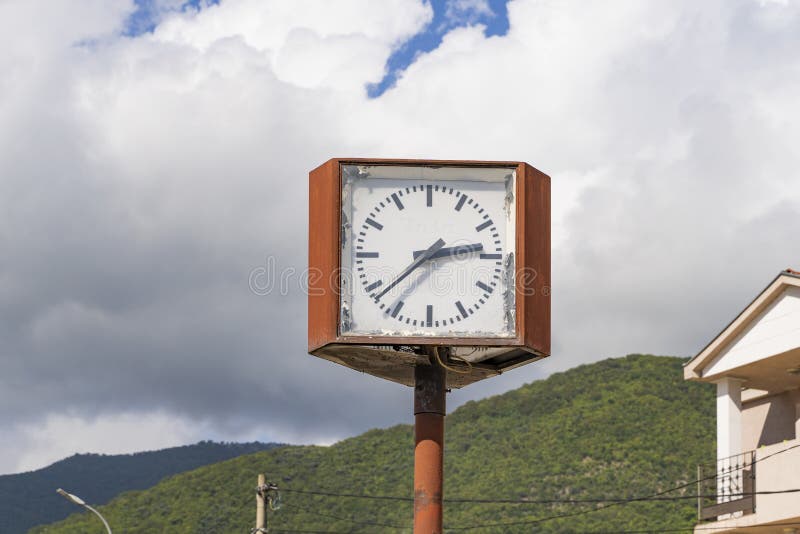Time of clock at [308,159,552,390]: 2:38
